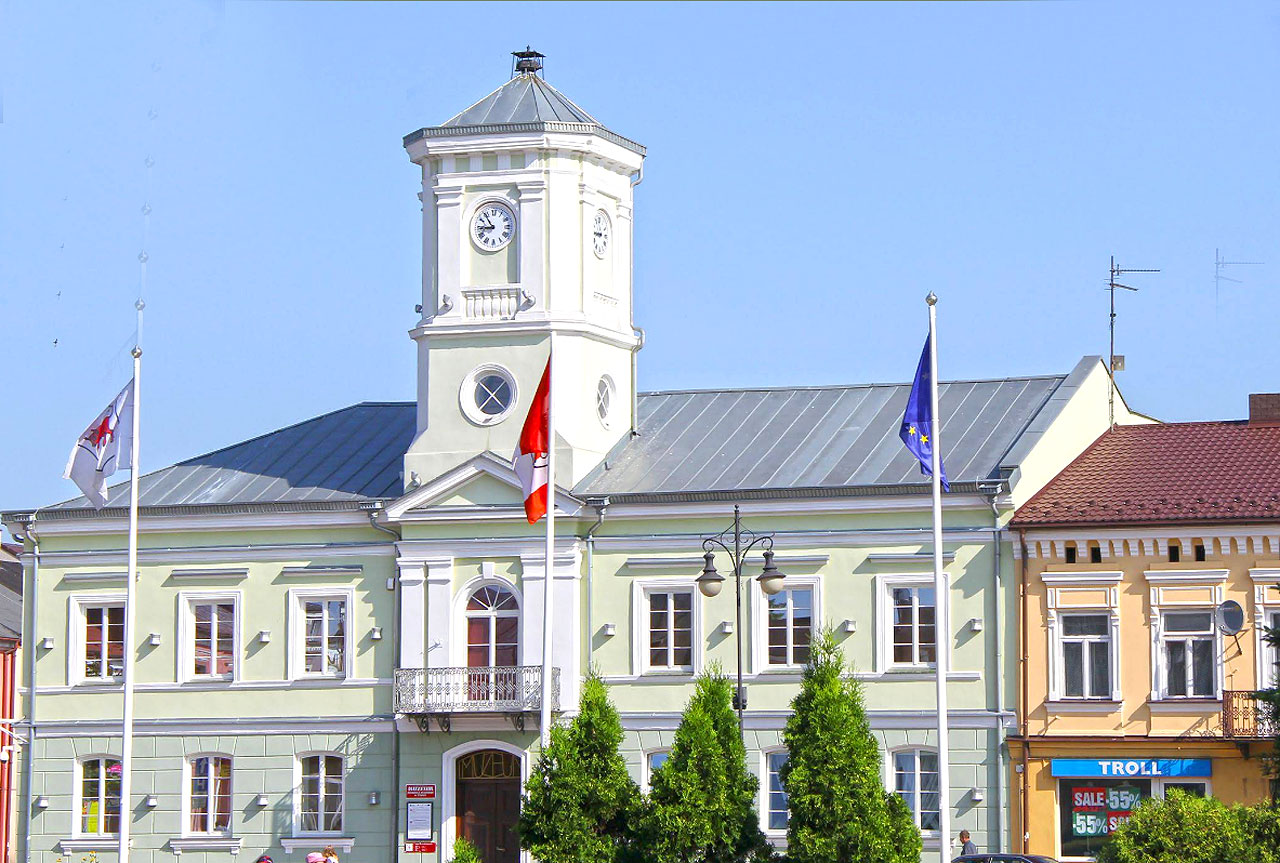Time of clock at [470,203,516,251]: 8:54
